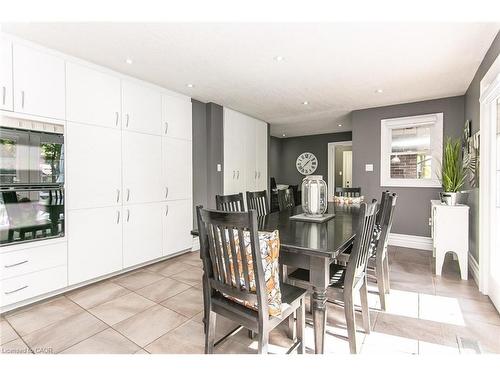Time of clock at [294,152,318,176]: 1:38
